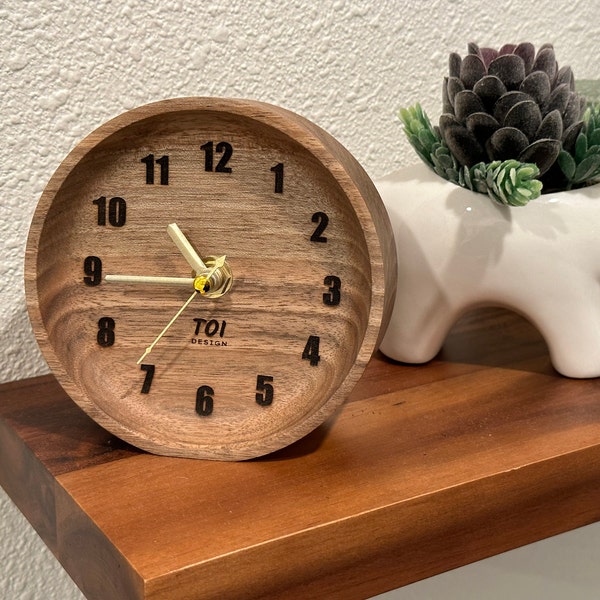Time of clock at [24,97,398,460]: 10:44
